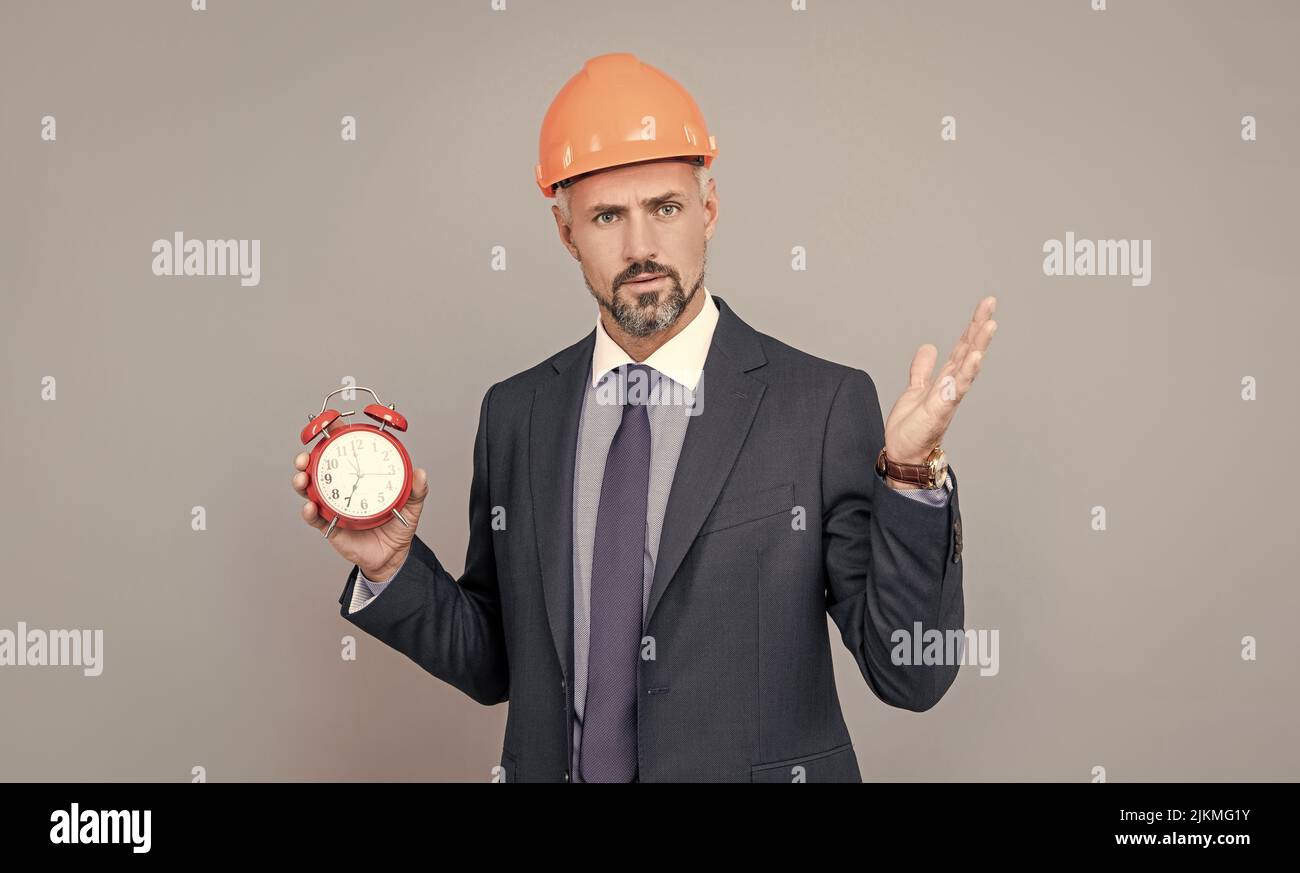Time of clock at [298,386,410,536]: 6:59
